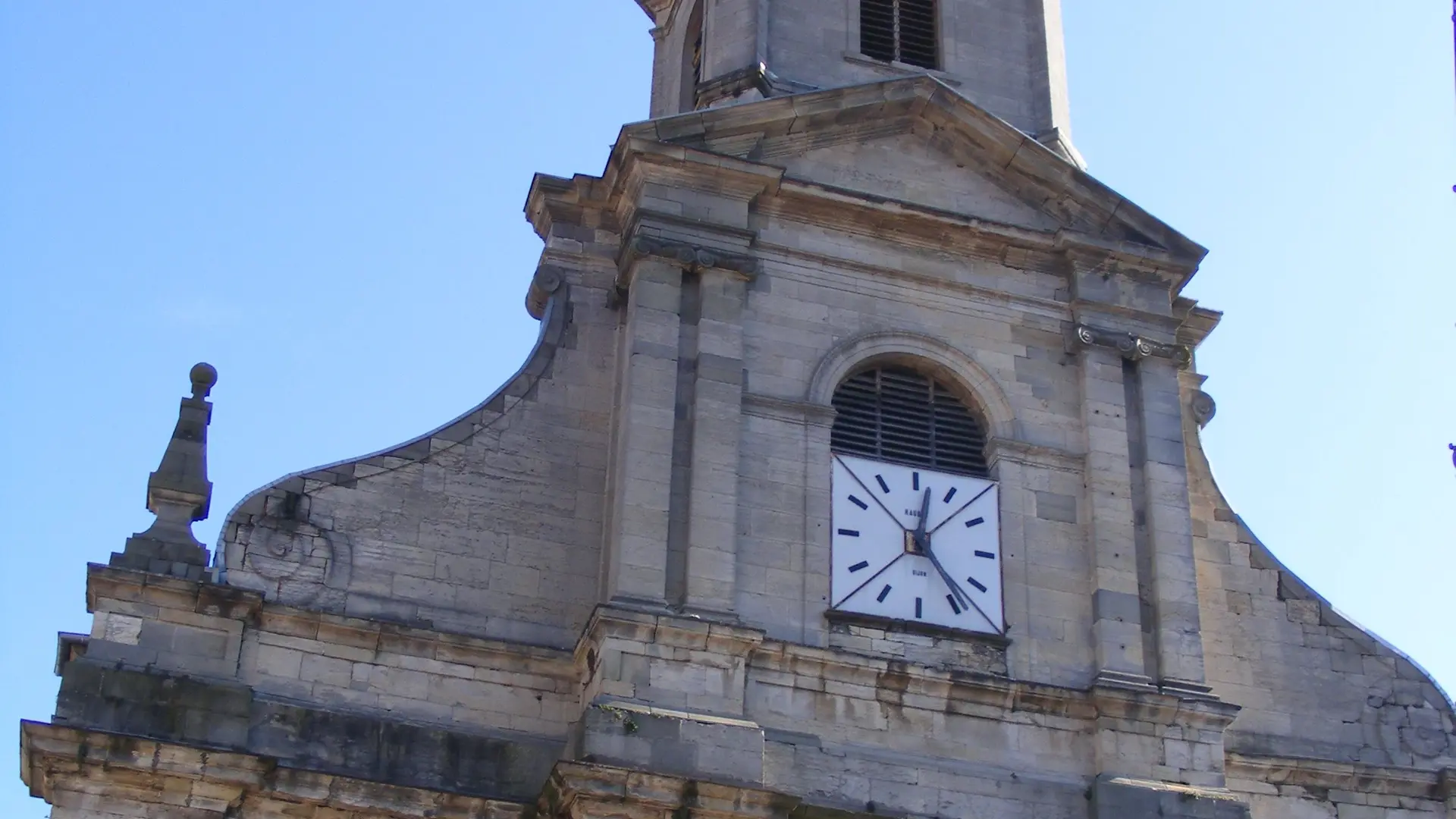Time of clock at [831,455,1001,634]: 12:23
